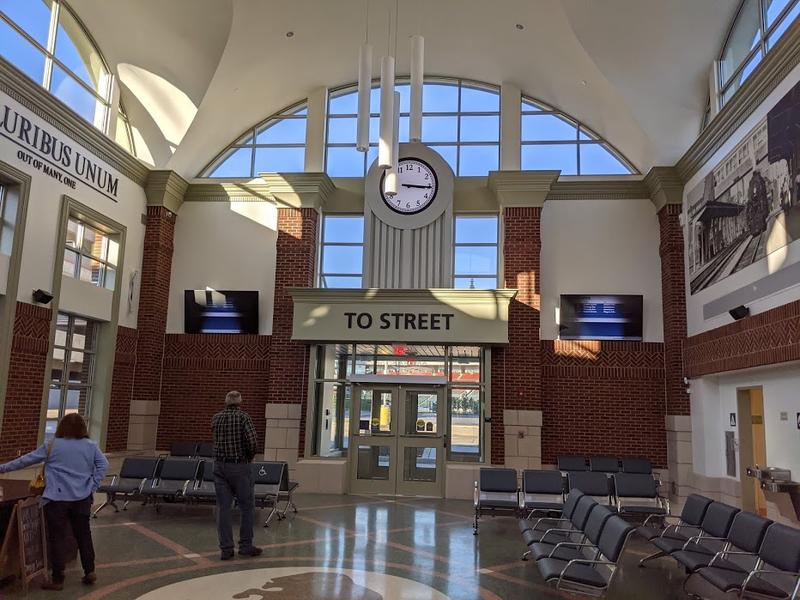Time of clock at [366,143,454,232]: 3:15
